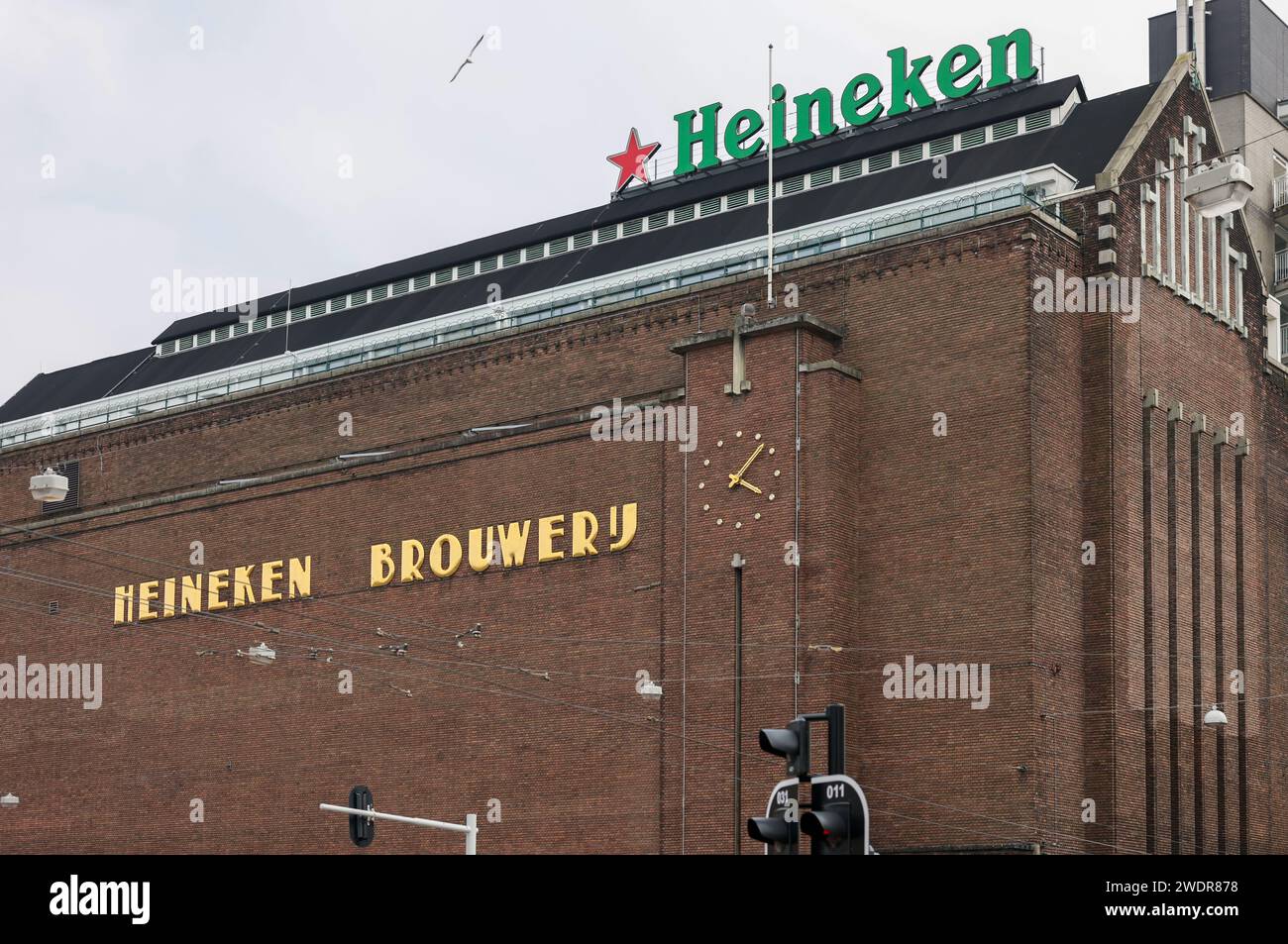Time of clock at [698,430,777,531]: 4:07
